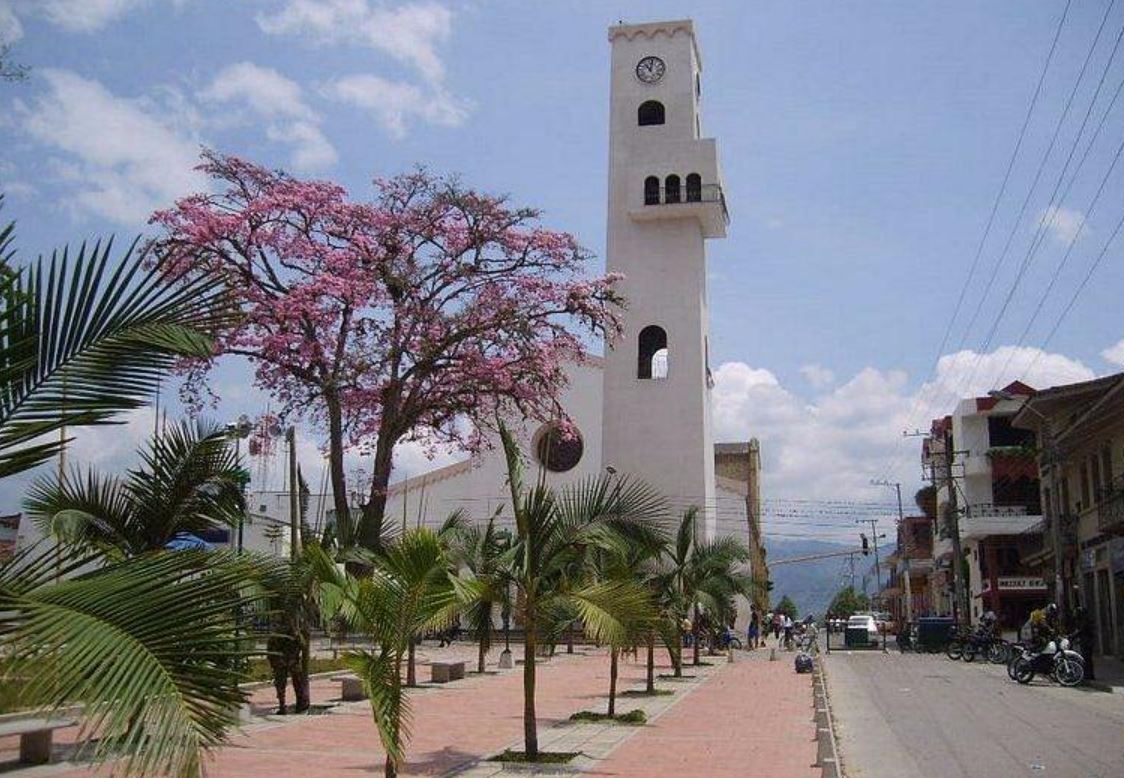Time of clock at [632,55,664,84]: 11:02
